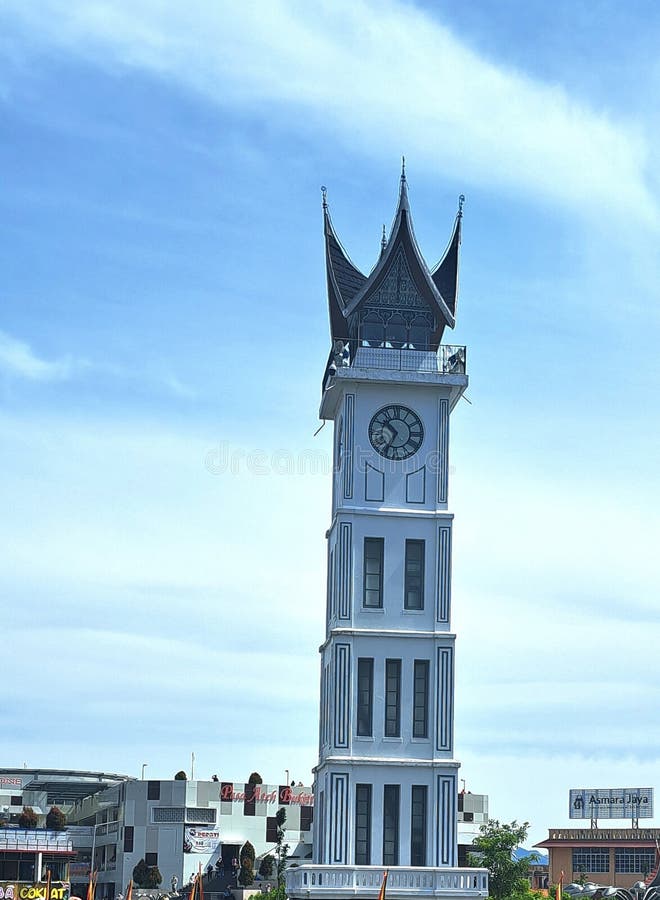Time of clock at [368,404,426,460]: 10:34
